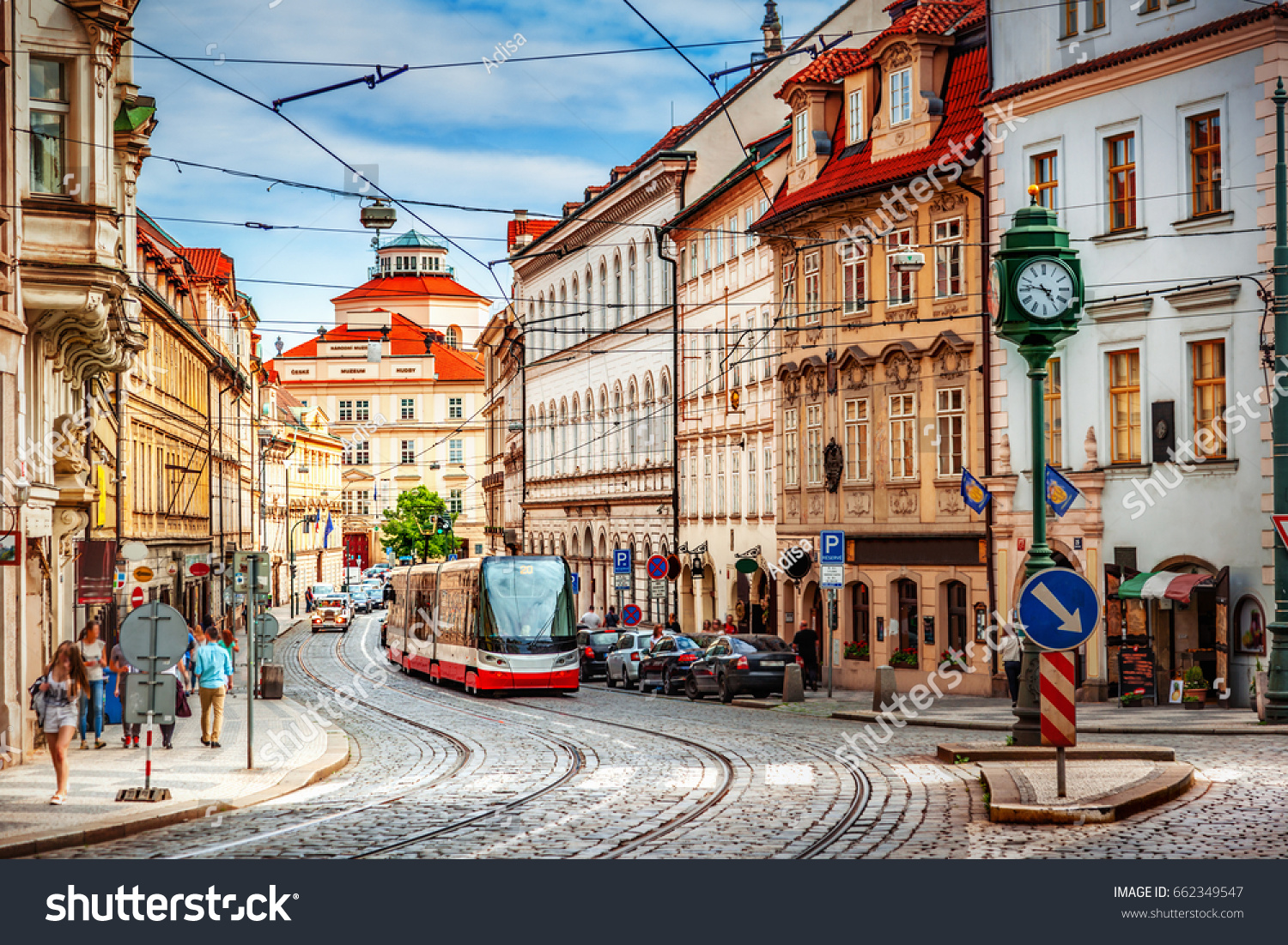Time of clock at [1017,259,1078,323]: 4:46
